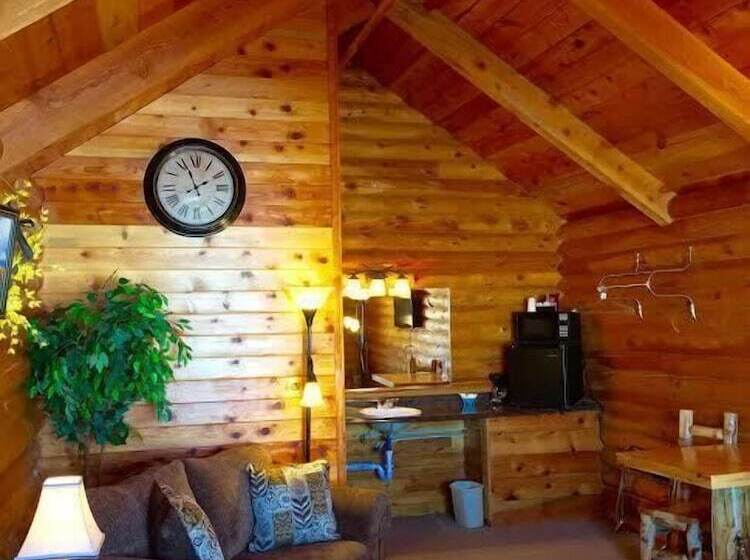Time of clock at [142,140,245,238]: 1:56
